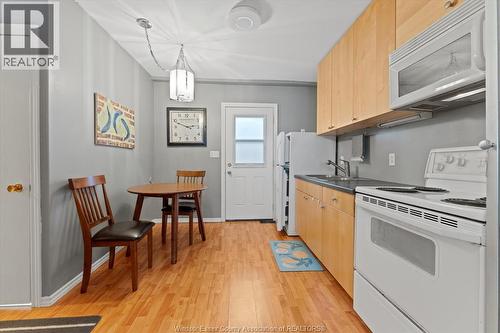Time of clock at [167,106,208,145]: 2:48
